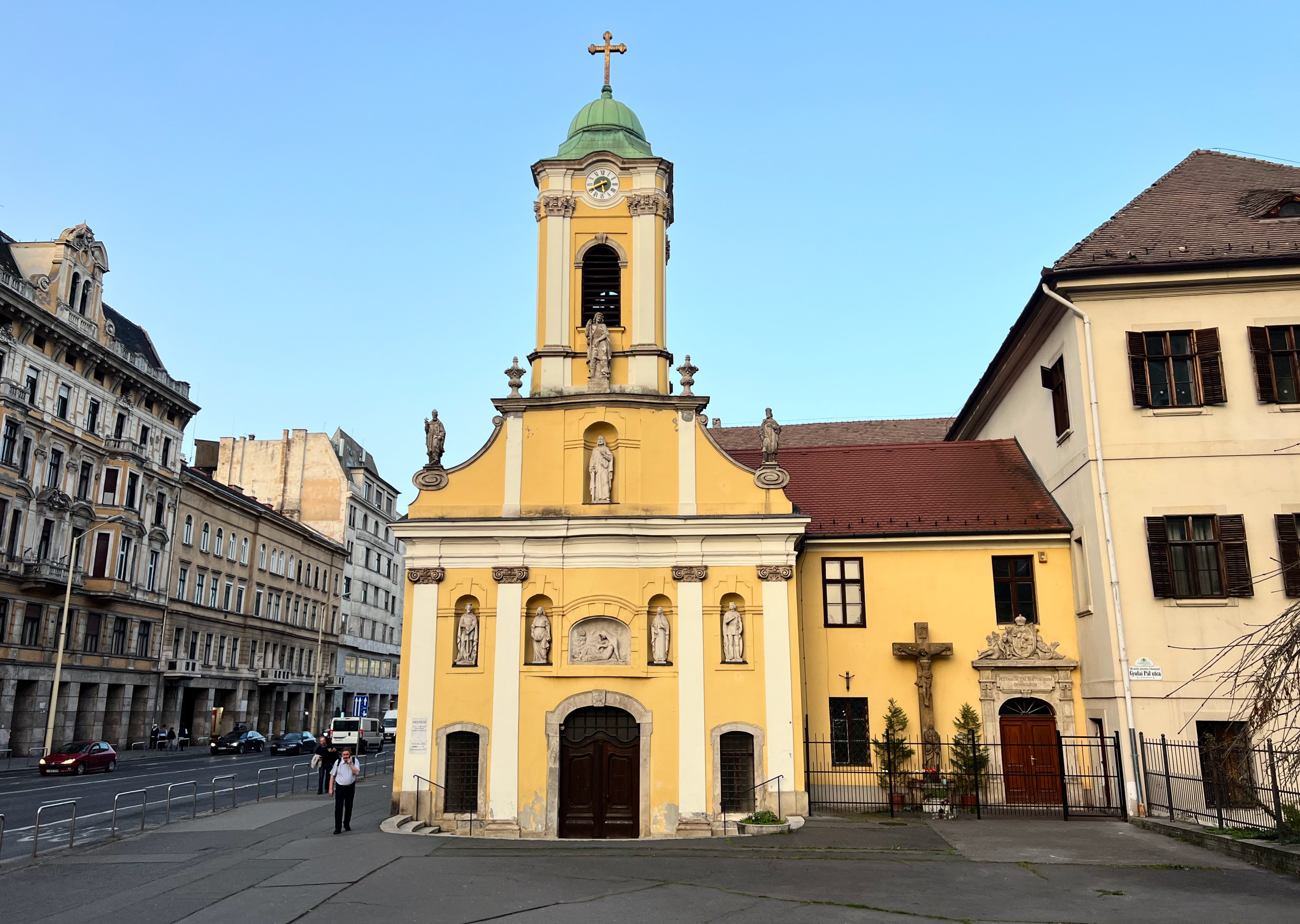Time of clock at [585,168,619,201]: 5:40
